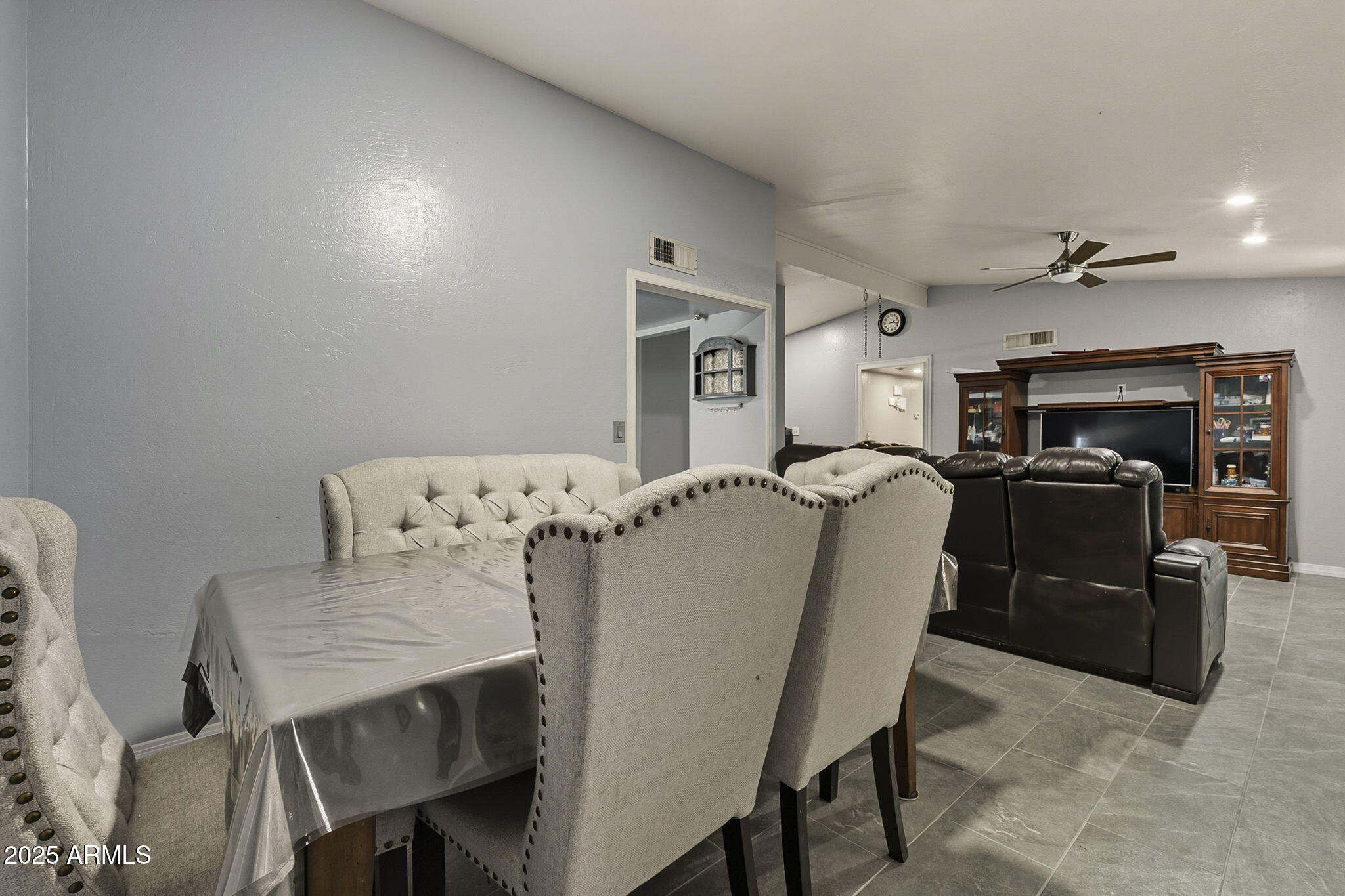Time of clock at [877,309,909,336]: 2:16
